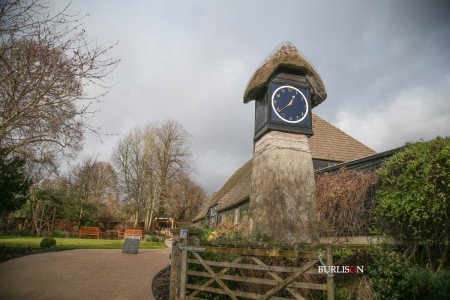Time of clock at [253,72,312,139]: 12:38
